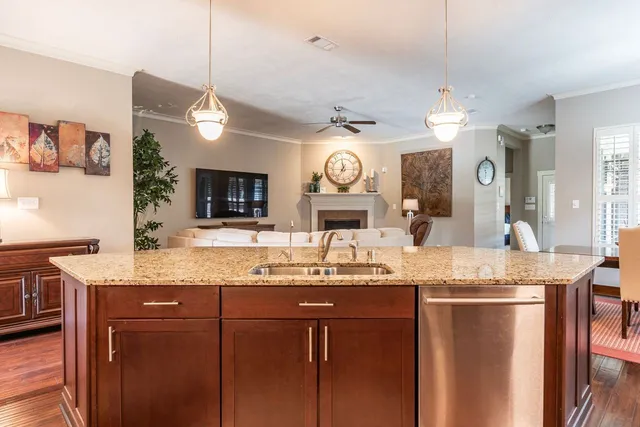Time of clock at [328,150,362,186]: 11:35
